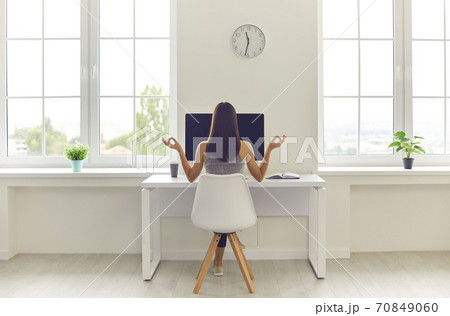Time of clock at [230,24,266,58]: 11:32
